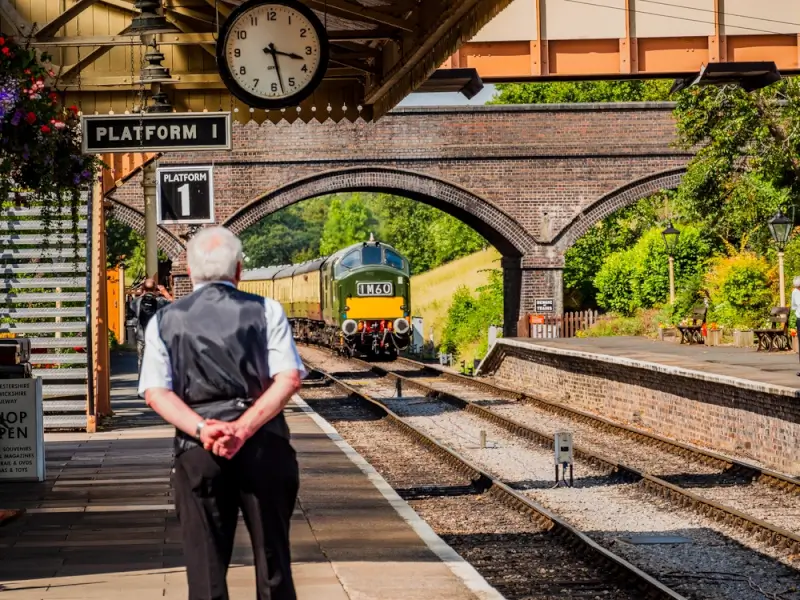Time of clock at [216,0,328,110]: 3:27
